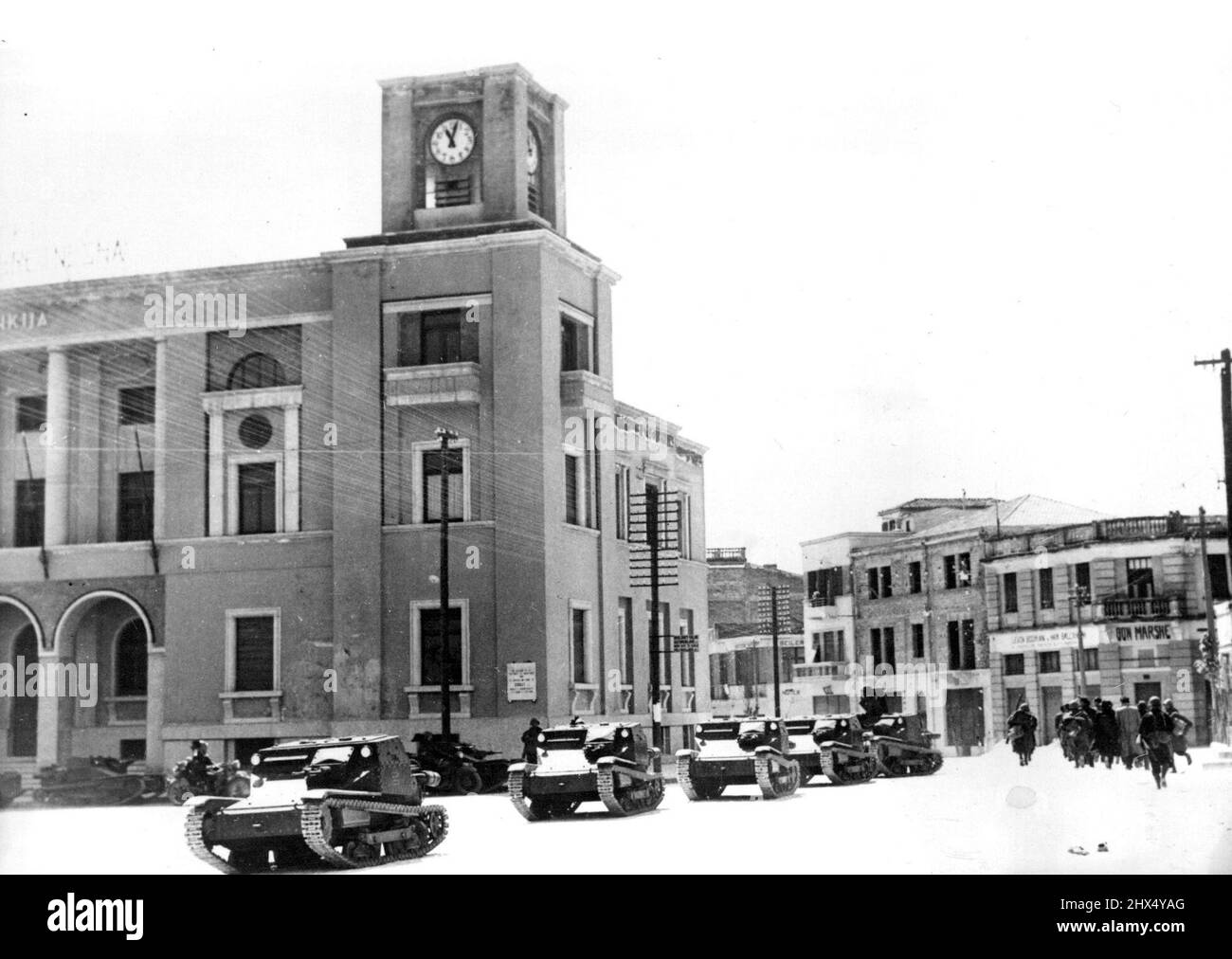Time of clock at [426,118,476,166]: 11:02
